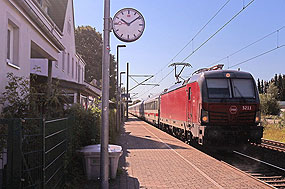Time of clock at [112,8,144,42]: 10:08
